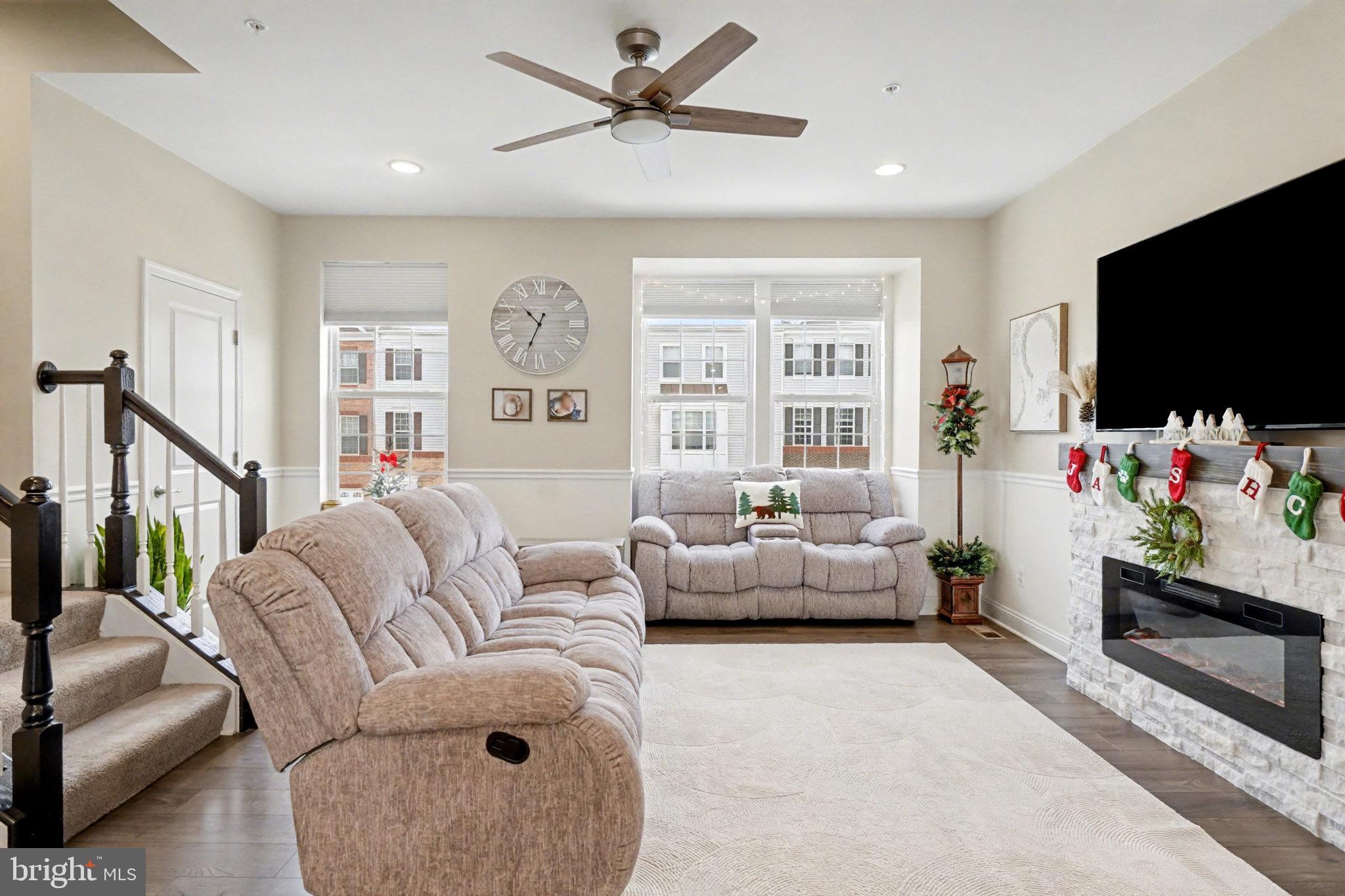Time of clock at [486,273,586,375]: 10:34
